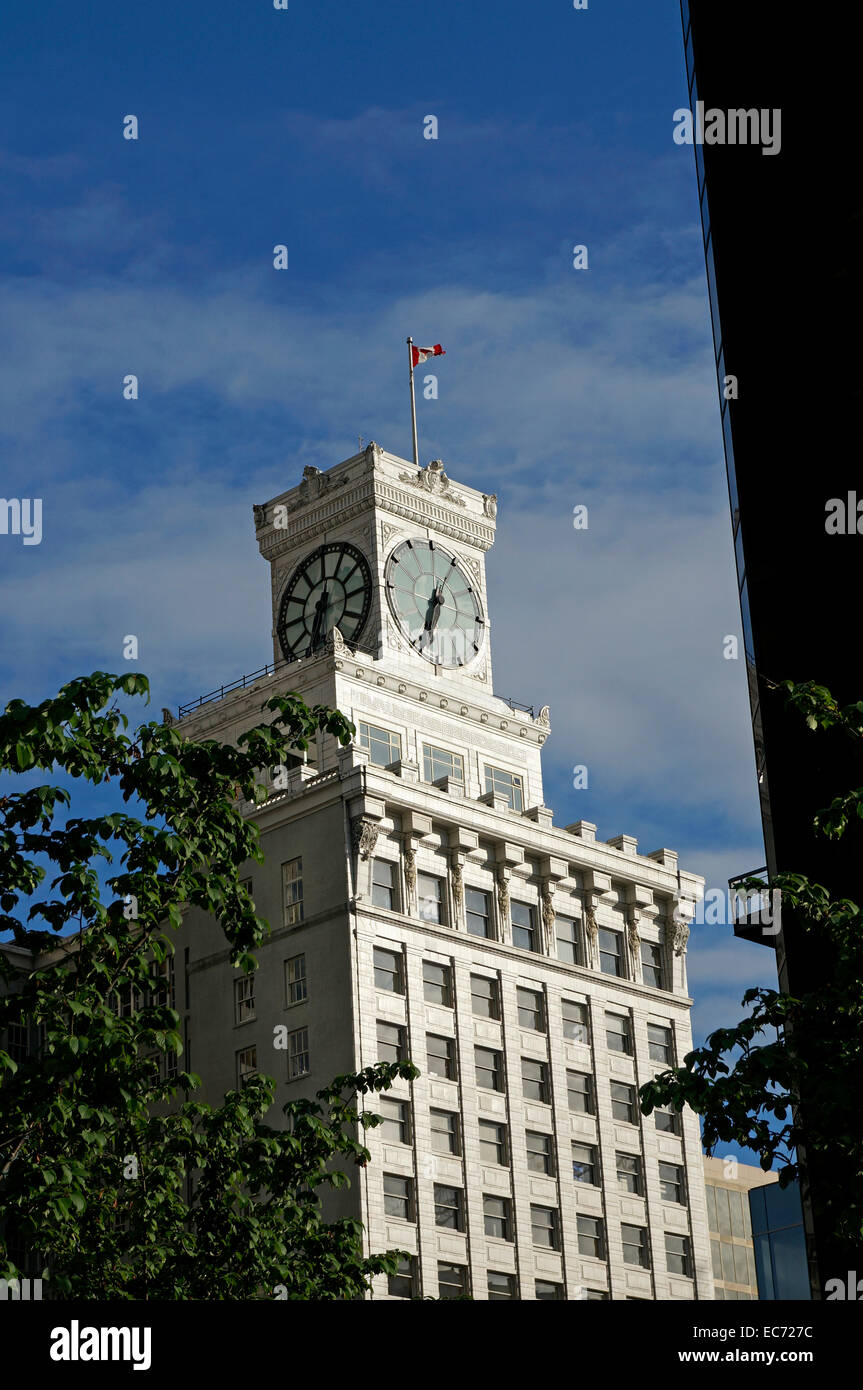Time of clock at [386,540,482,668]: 6:34
